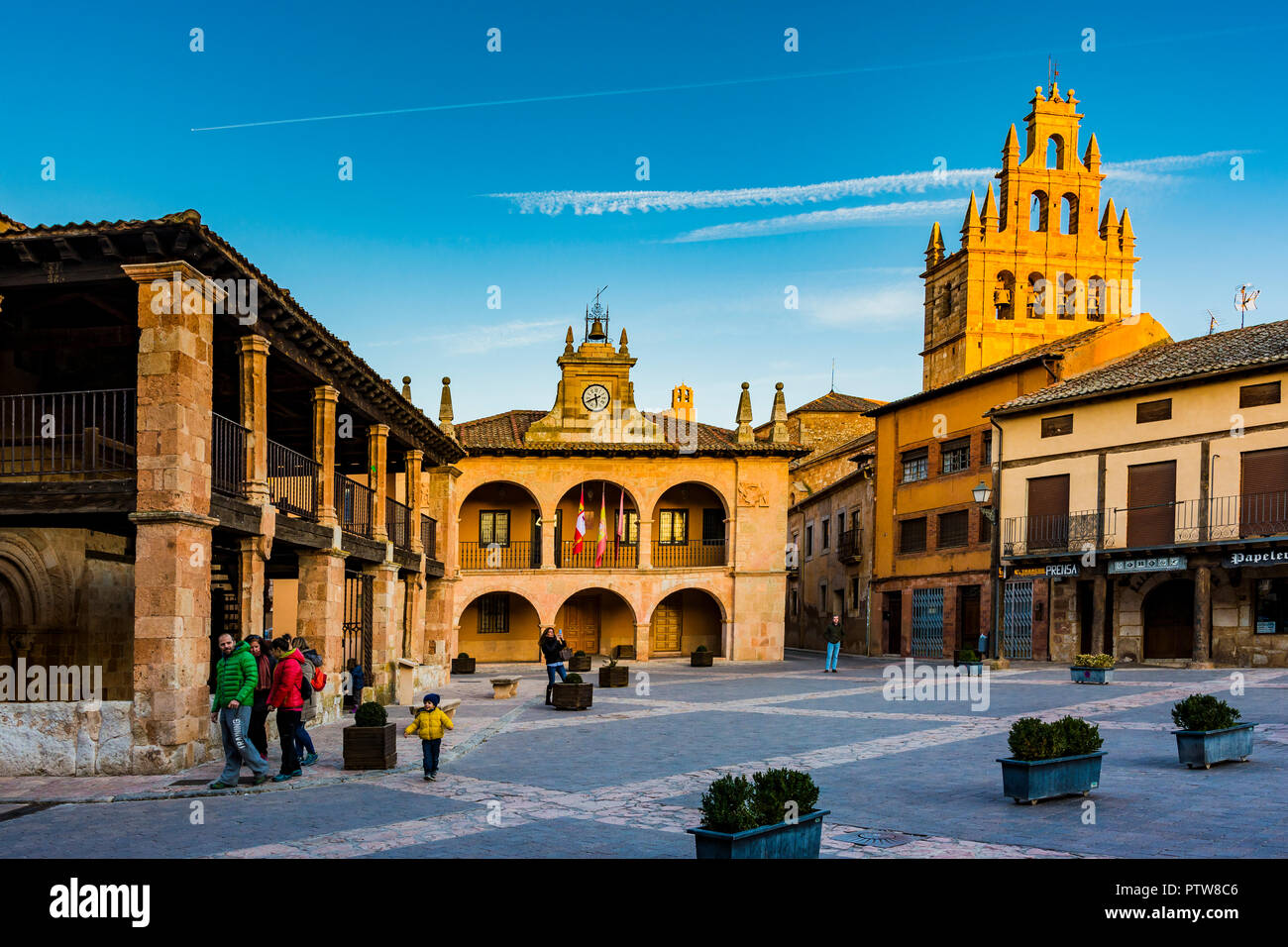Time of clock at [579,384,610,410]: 5:41
